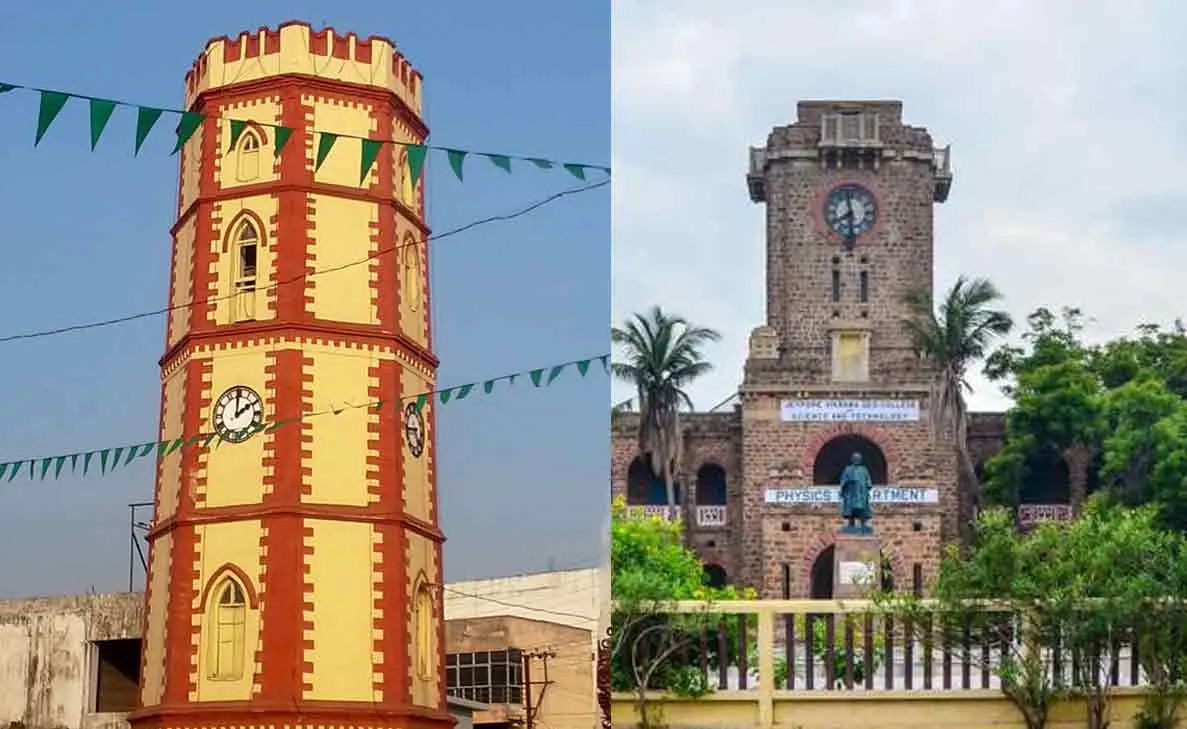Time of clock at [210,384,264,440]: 1:59
